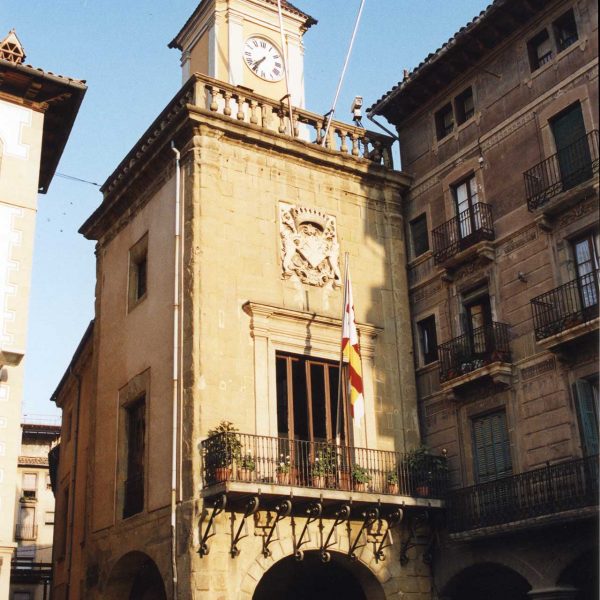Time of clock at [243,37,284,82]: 7:36
